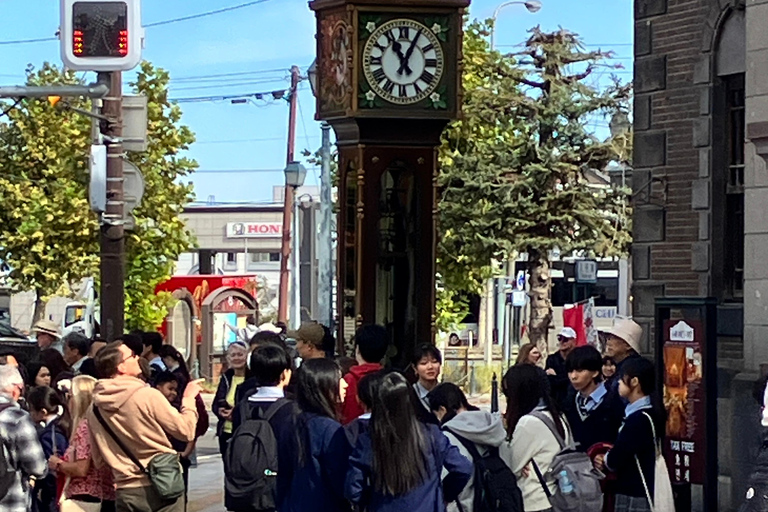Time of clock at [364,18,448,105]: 11:04
